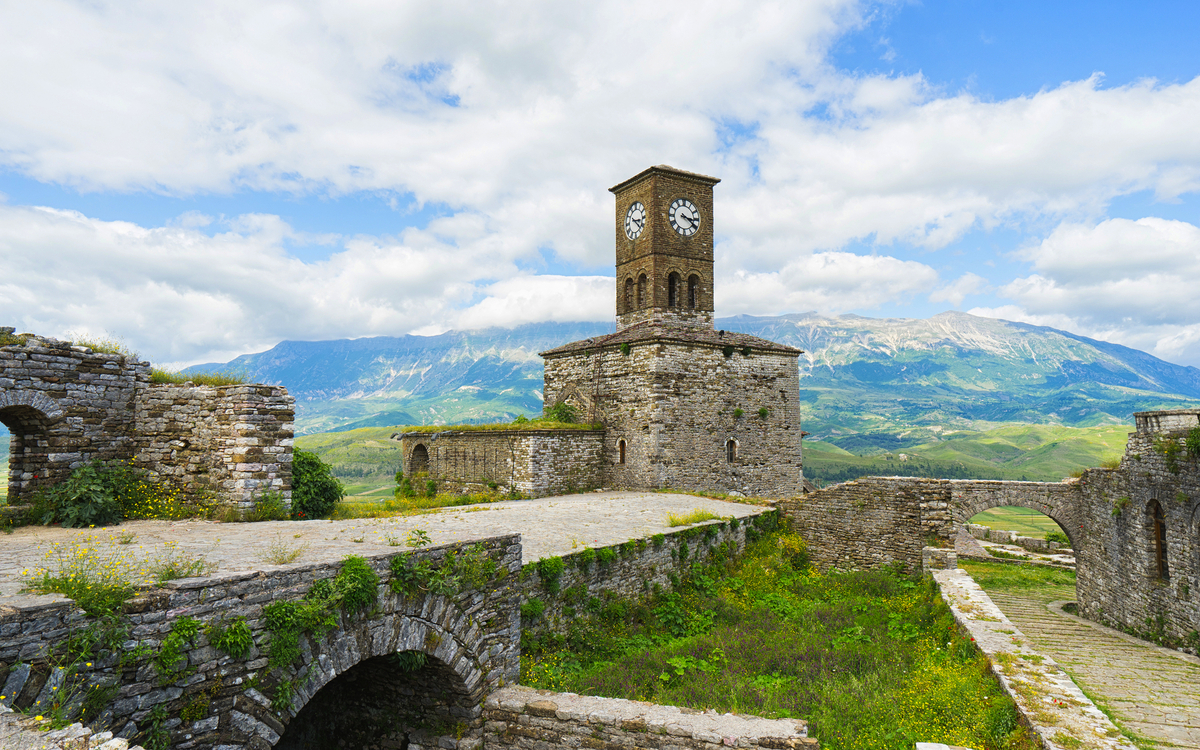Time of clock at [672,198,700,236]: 3:20
